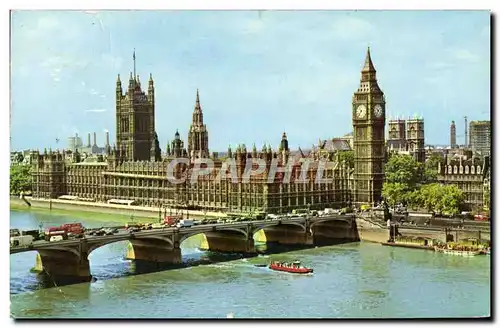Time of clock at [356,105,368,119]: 10:36
